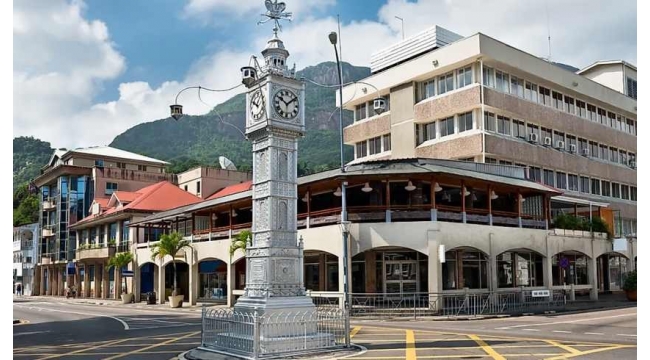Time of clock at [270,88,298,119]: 10:08
